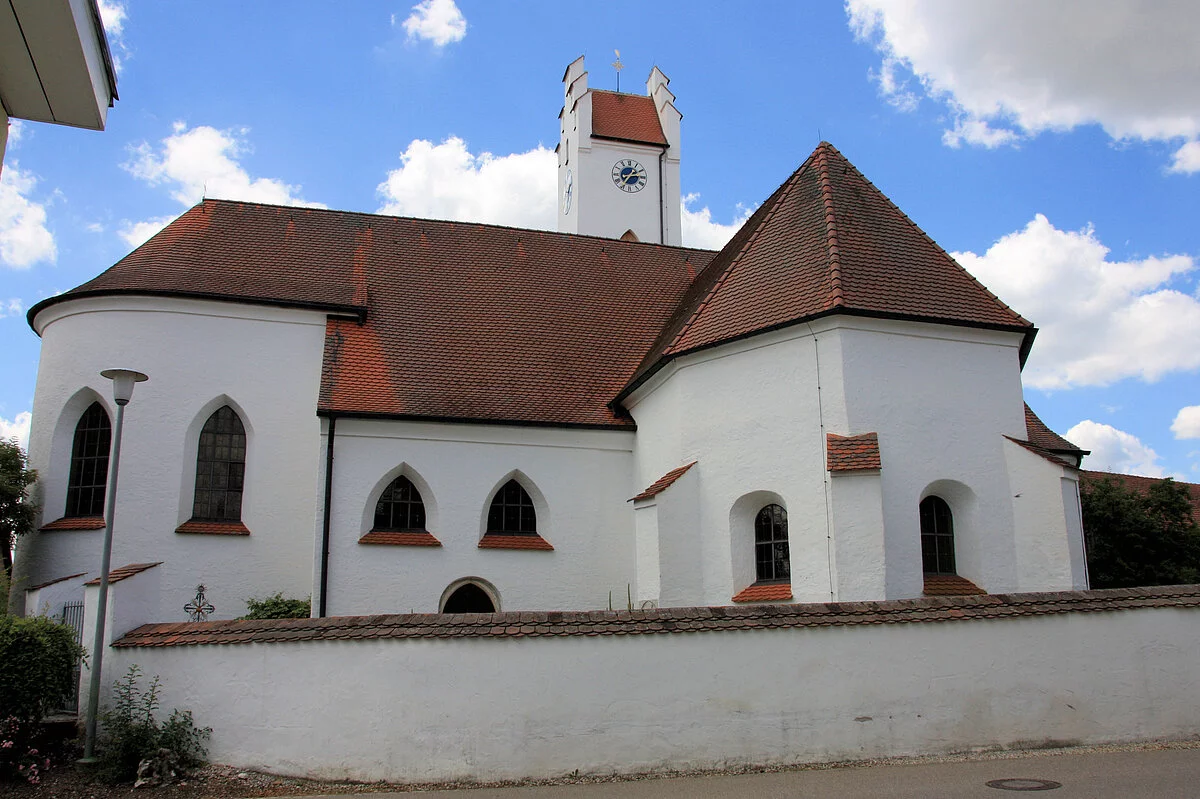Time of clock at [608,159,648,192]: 2:35
